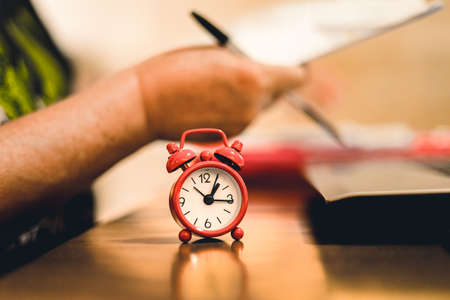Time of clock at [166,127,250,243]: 1:16
